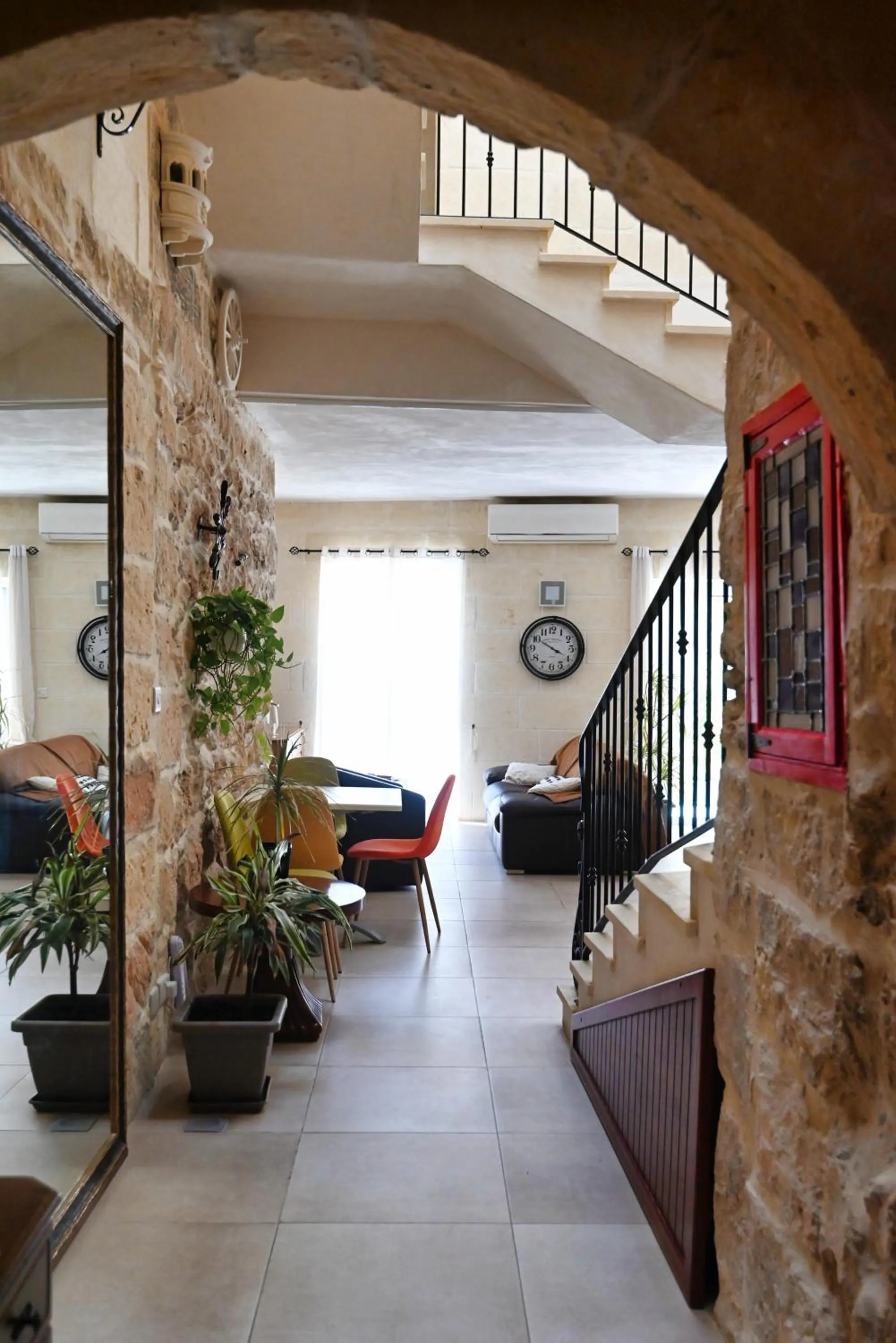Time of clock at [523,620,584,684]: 3:50
